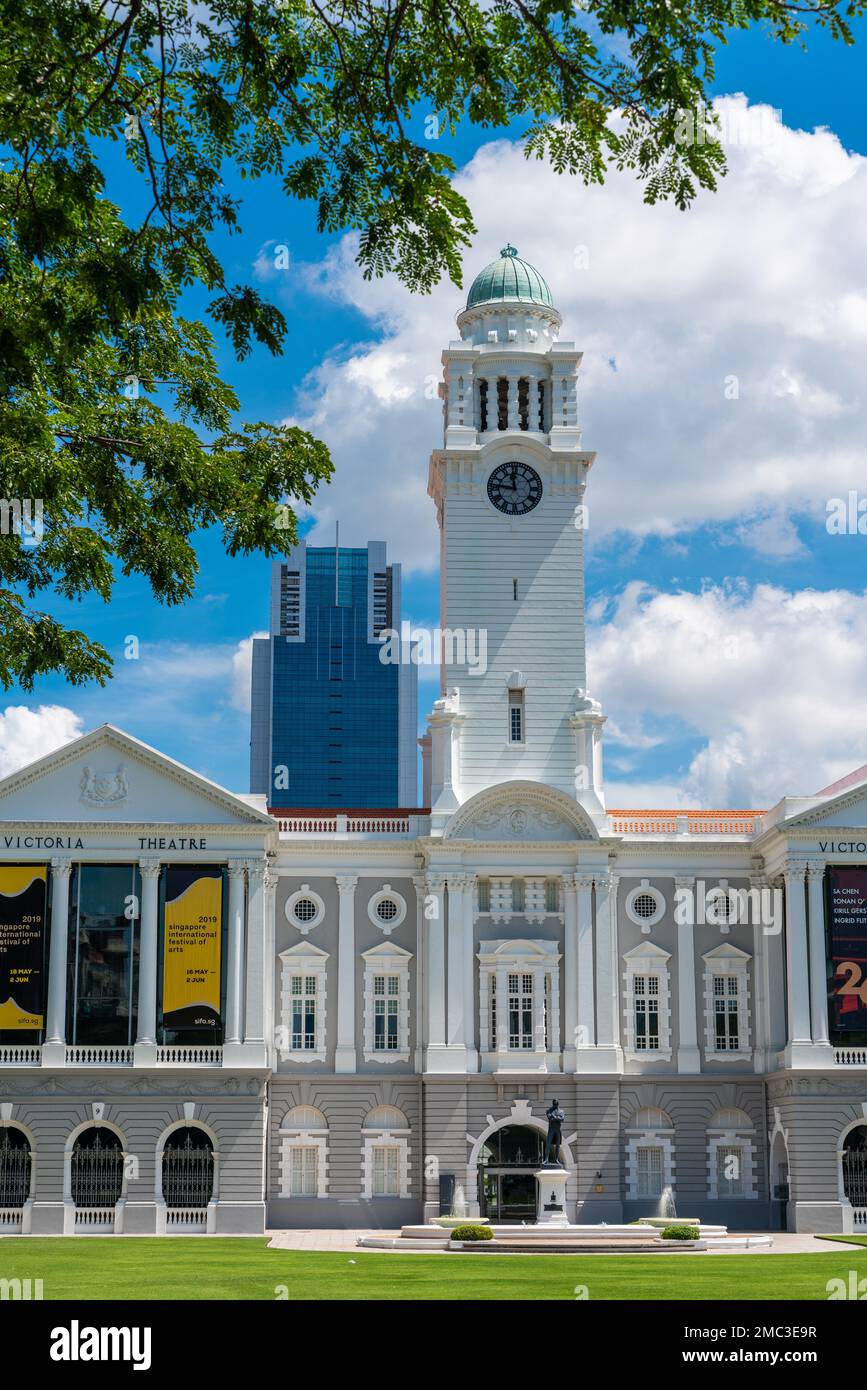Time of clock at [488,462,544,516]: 11:46
